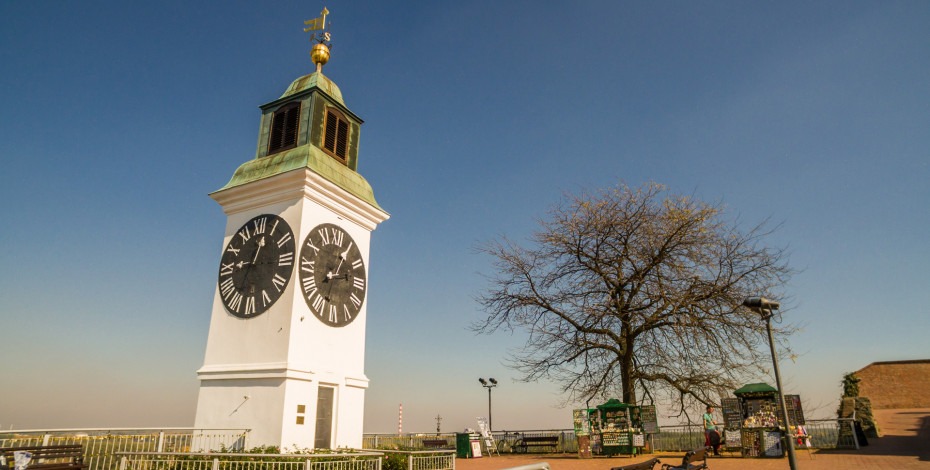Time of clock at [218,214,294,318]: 12:34
